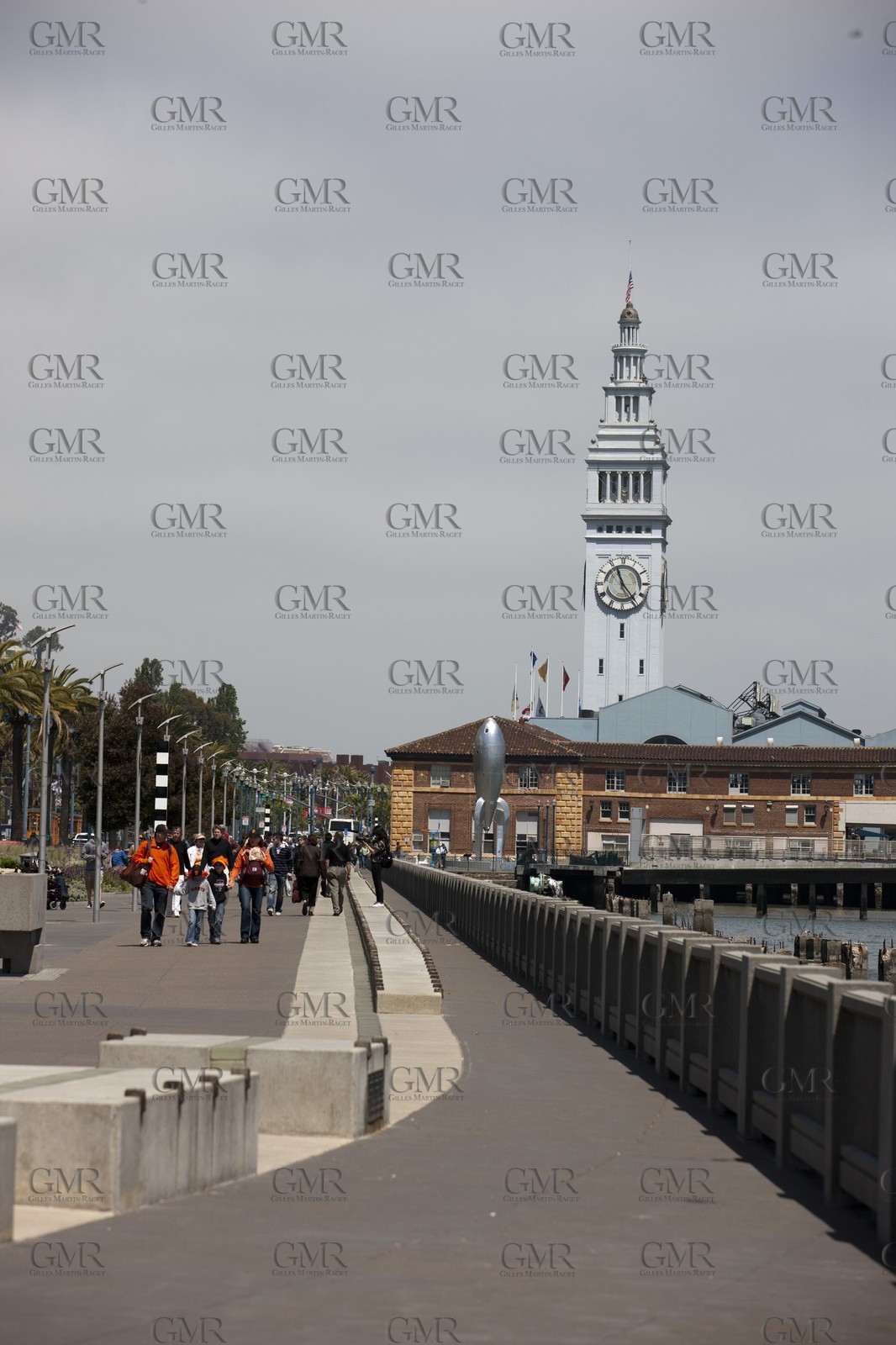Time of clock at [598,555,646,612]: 11:23
